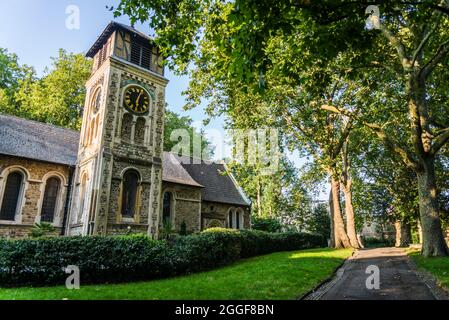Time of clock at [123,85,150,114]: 6:03
